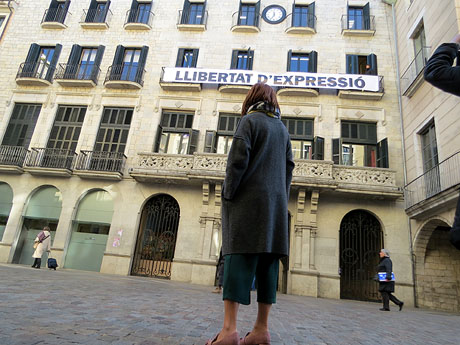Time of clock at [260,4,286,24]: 11:34
